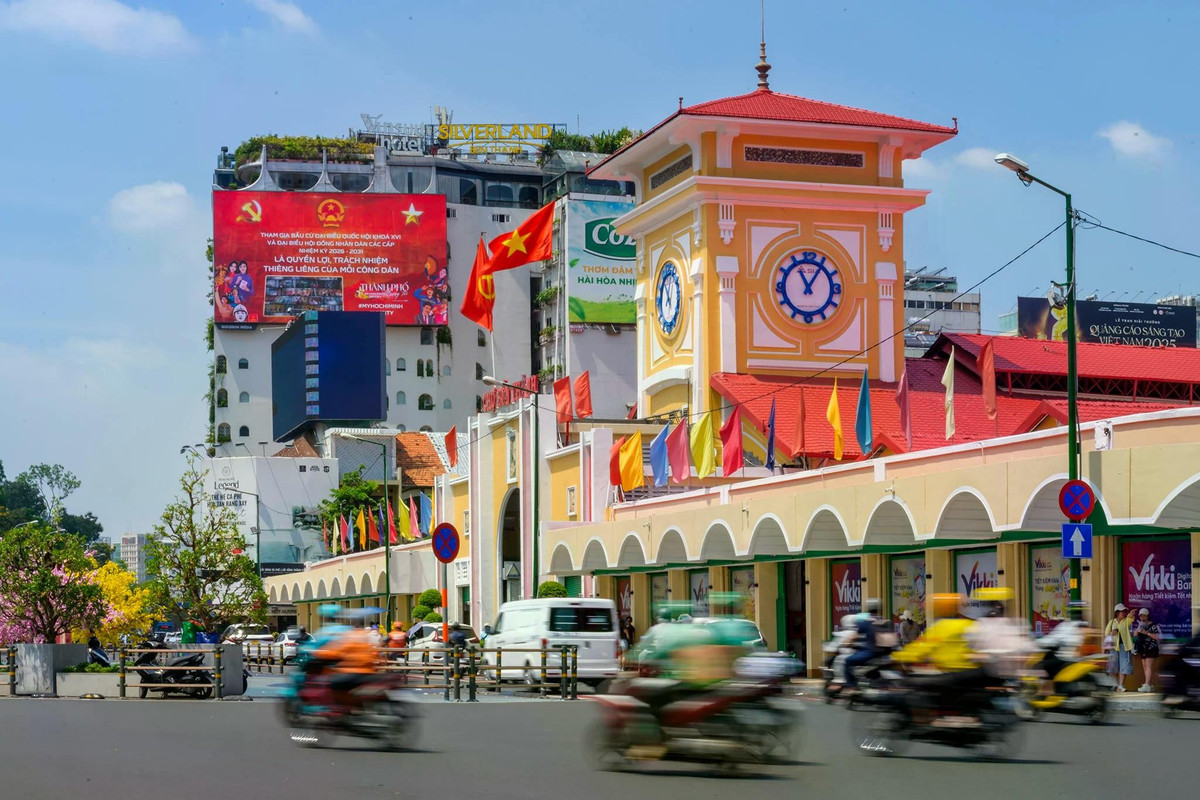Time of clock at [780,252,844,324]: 11:05
